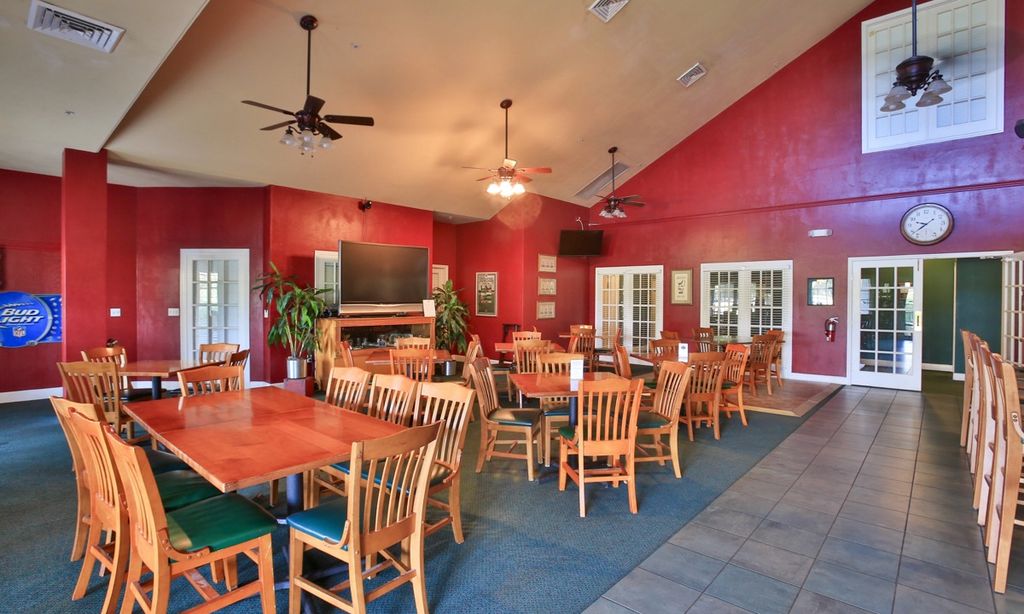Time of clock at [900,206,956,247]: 9:38
